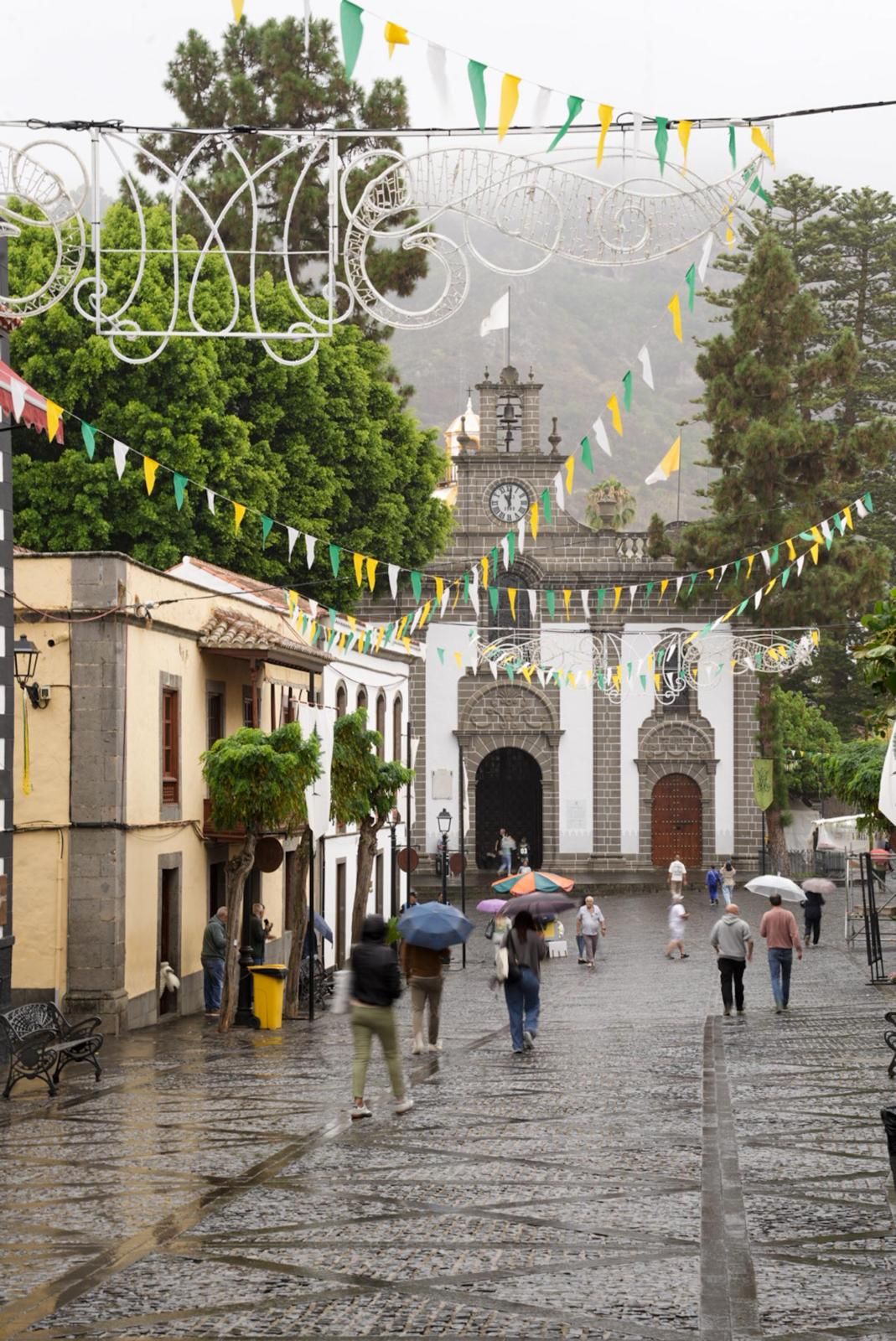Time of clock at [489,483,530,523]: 11:01
